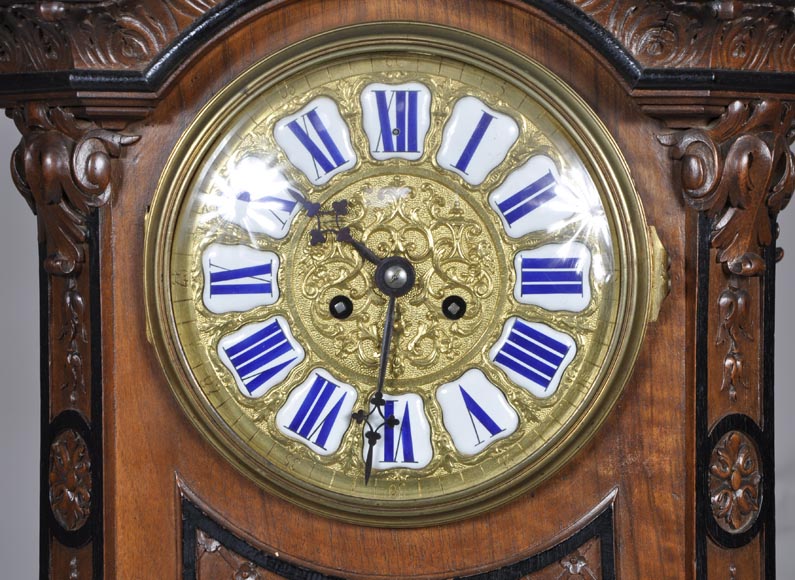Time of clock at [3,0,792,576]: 10:31
